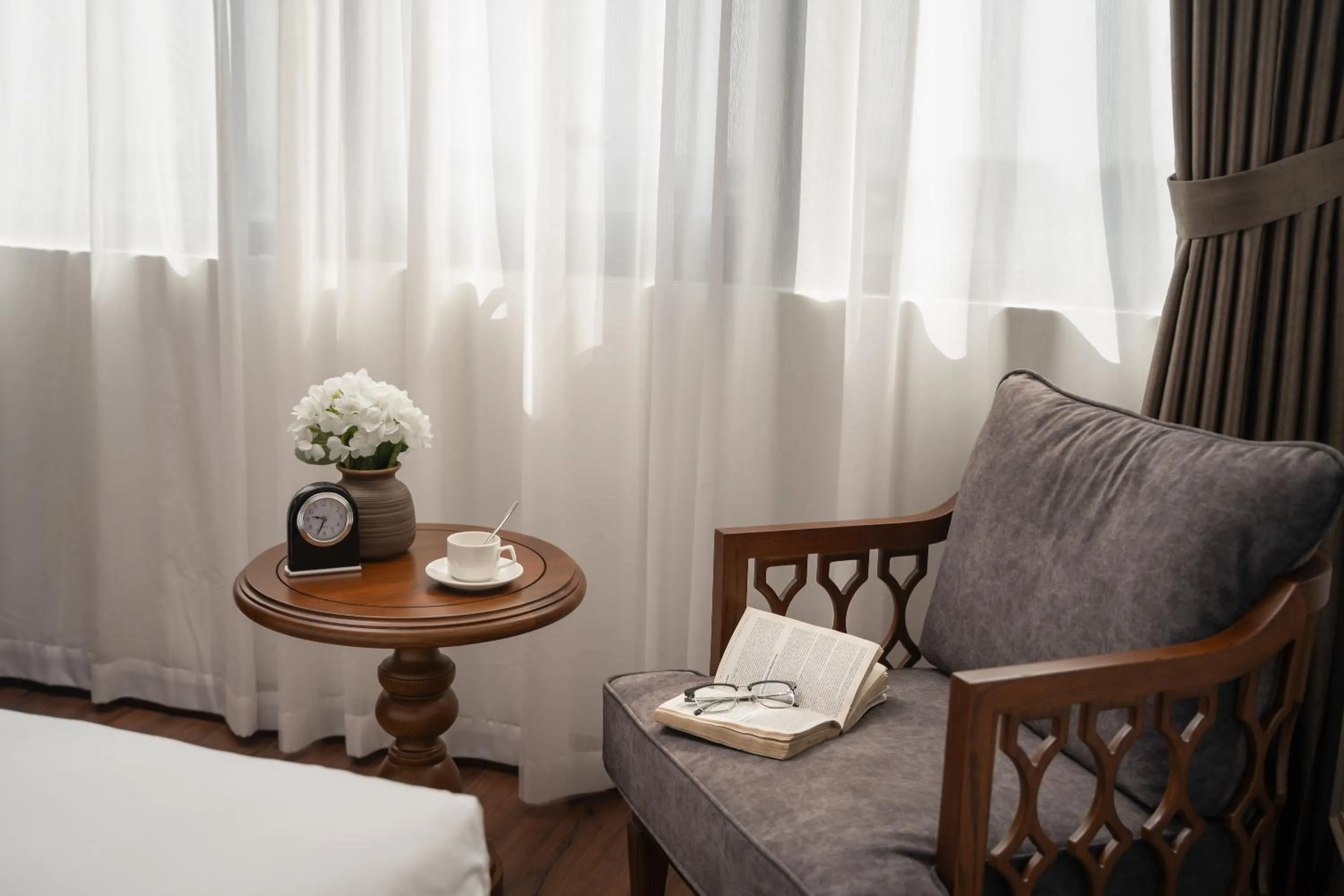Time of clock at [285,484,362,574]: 9:34
